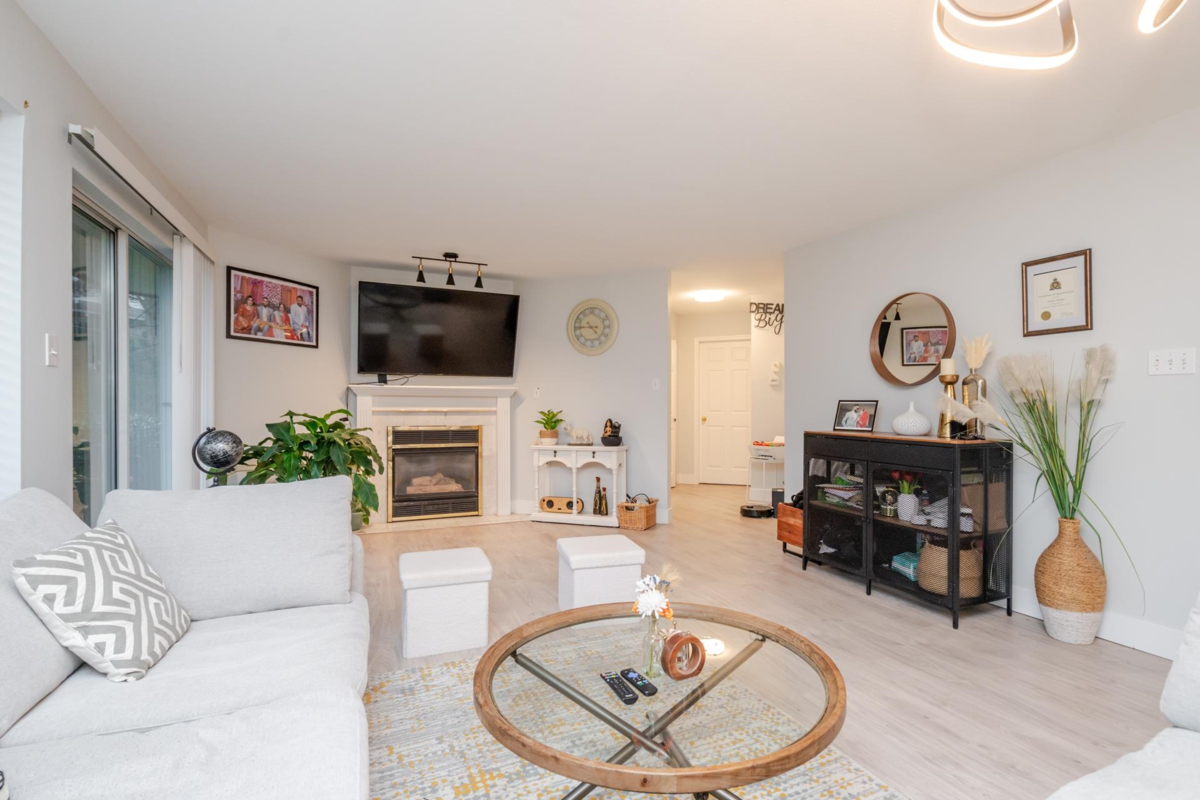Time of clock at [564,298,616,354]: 4:45
